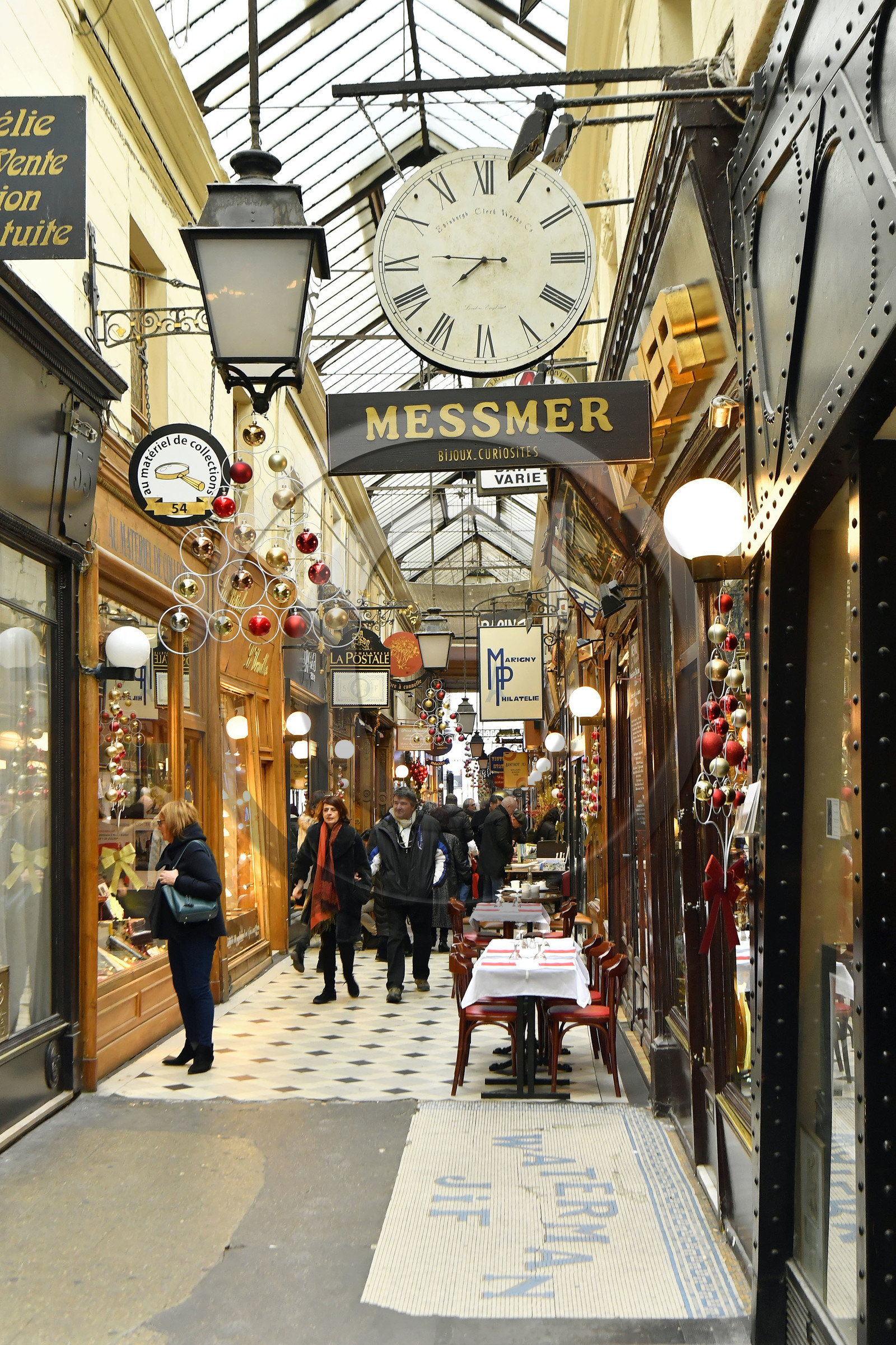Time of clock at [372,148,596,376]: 7:45
